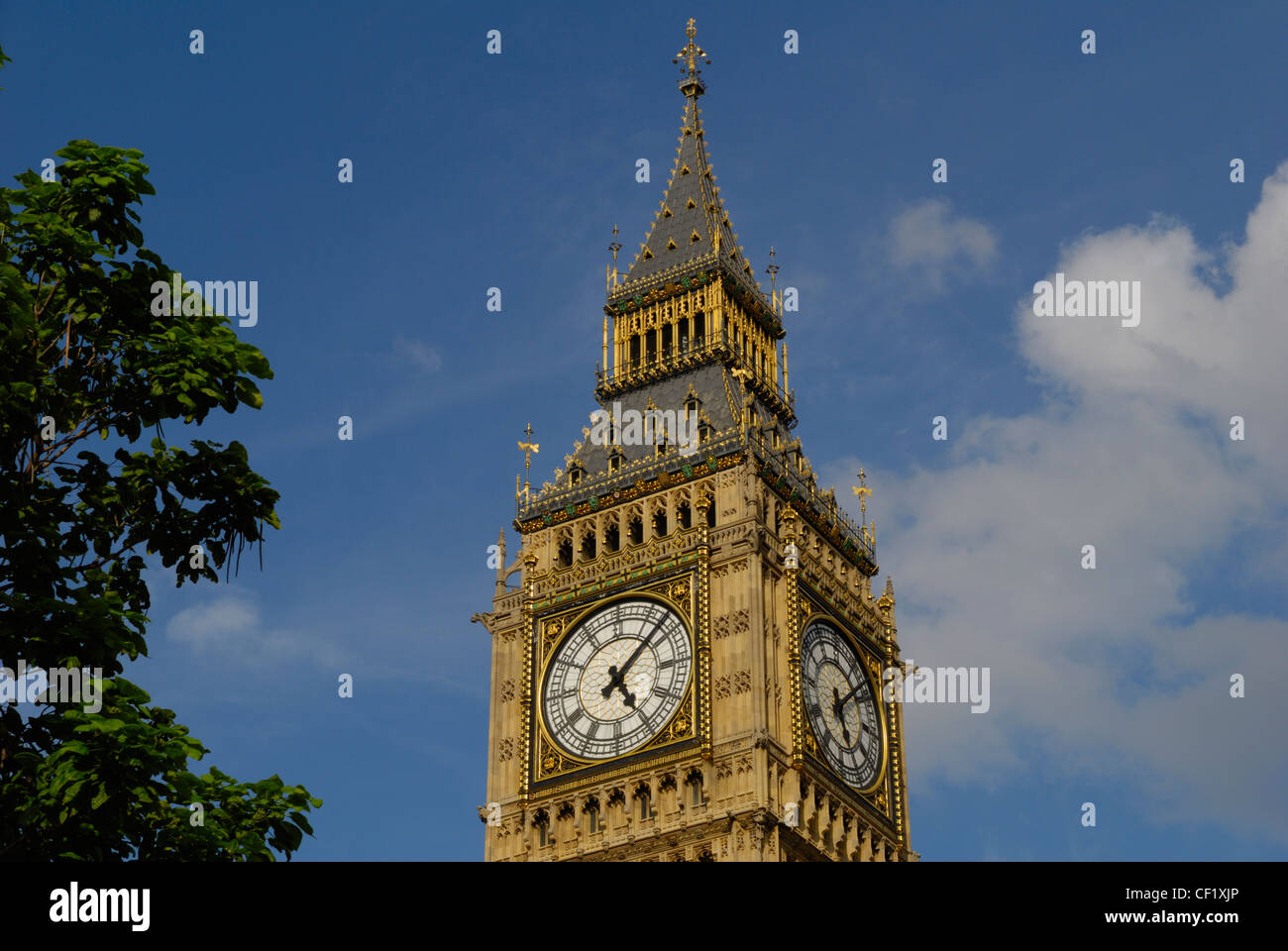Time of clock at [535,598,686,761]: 5:07
